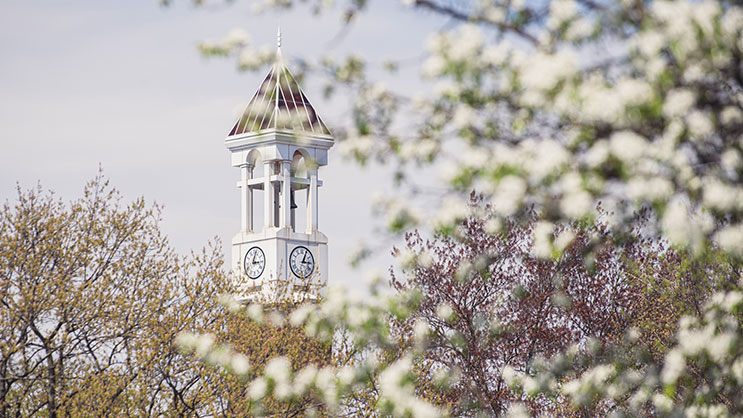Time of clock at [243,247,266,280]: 3:02
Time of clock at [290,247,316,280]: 3:04
